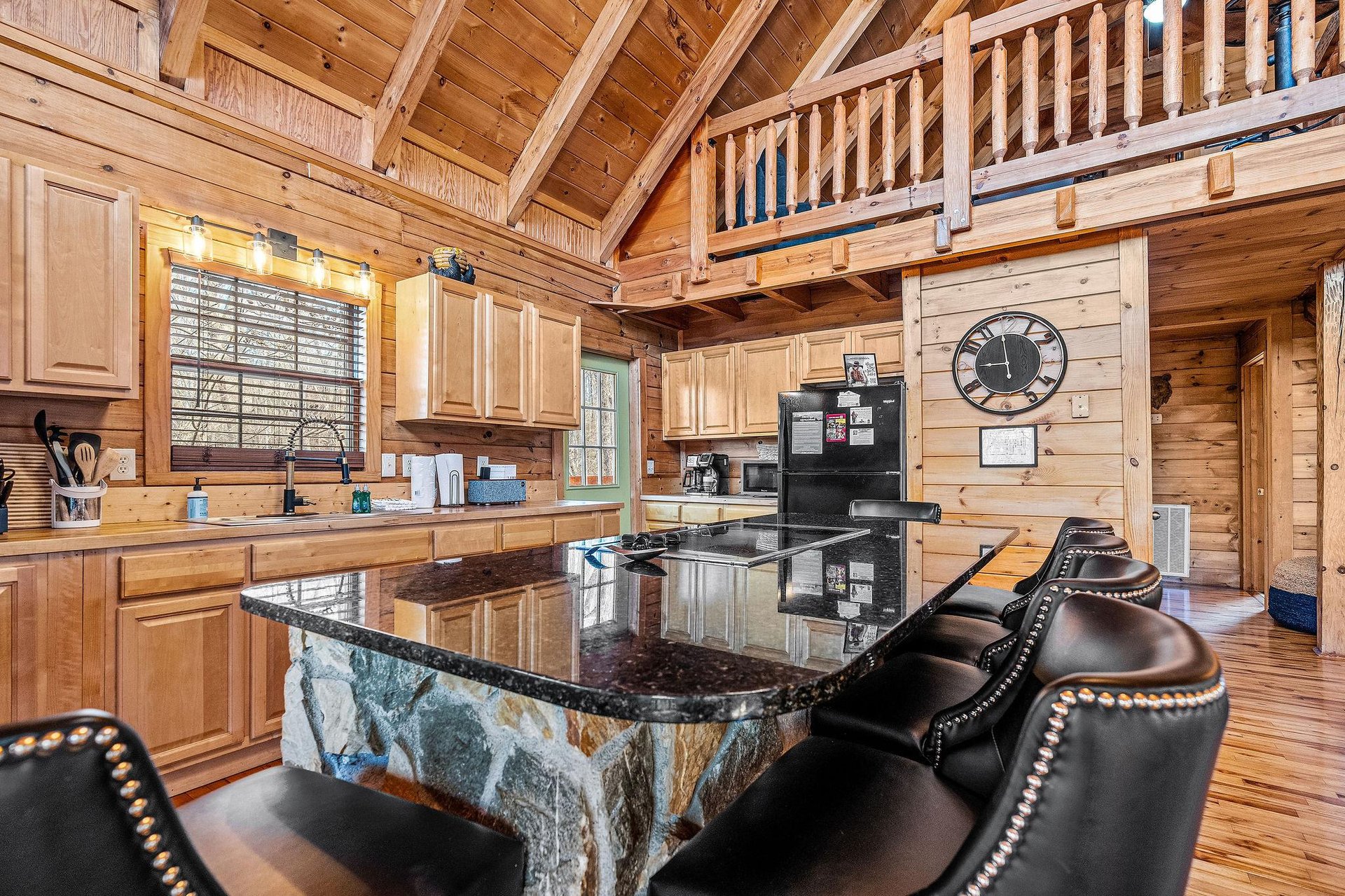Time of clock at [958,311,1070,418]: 8:59
